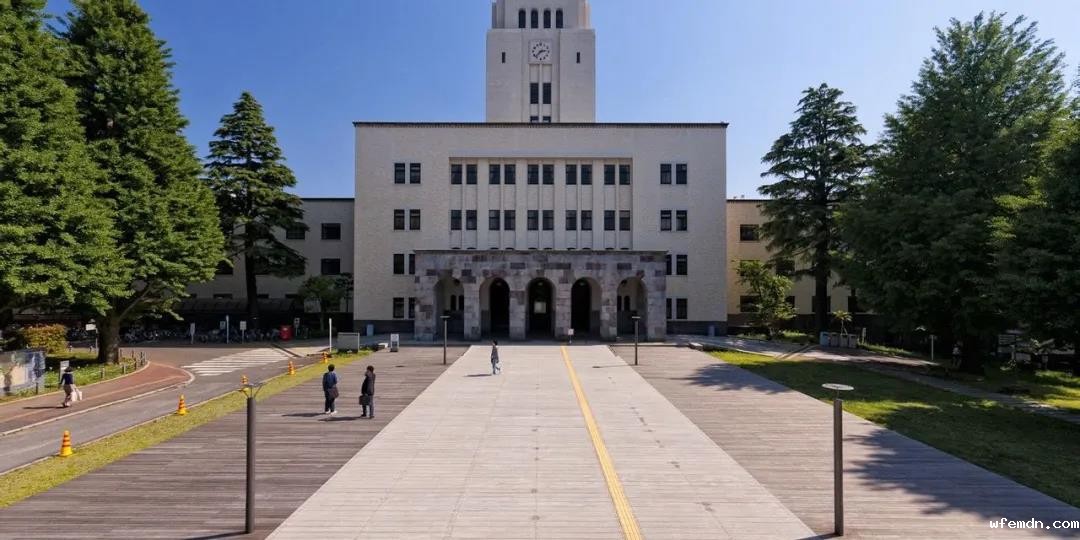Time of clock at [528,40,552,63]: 2:38
